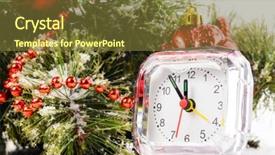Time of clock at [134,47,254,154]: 11:54
